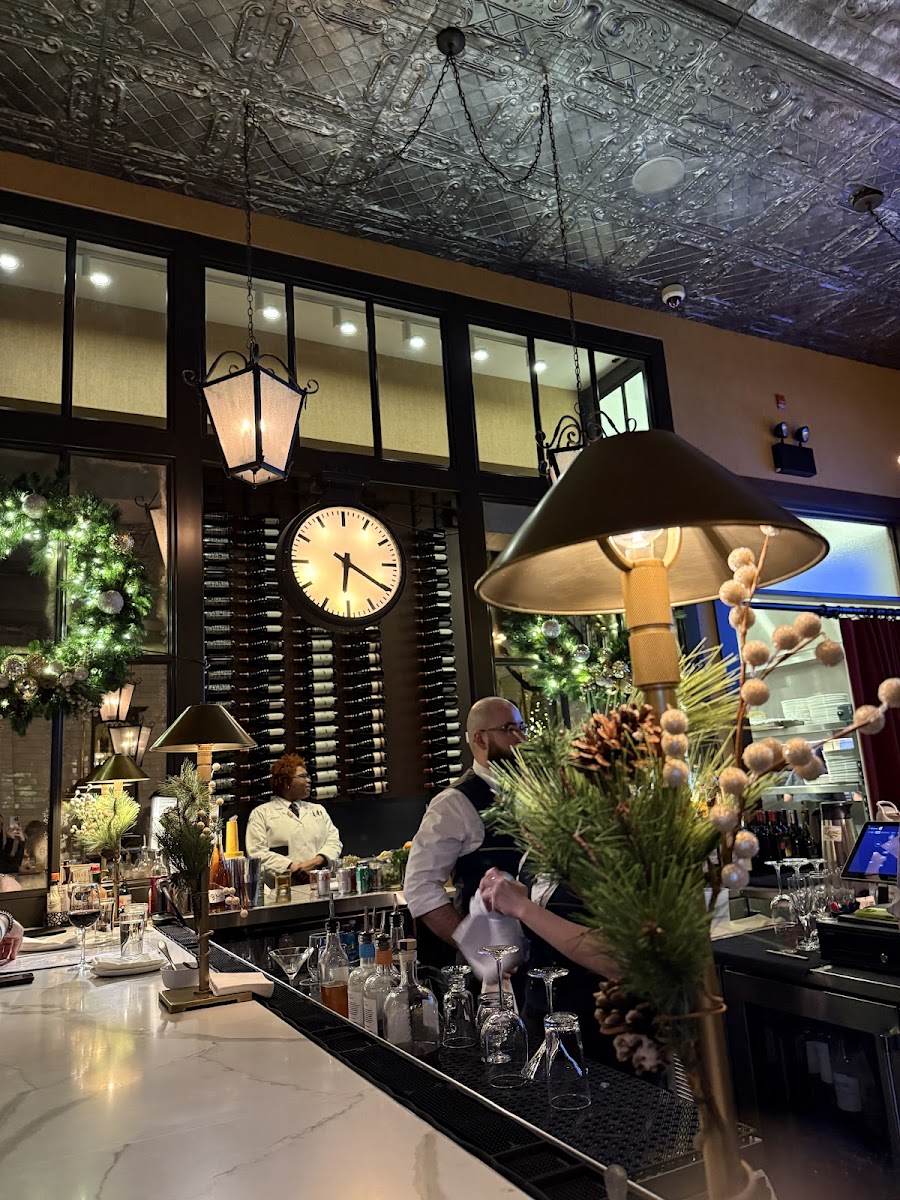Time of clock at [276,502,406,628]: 6:20
